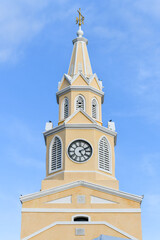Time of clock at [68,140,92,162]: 5:10
